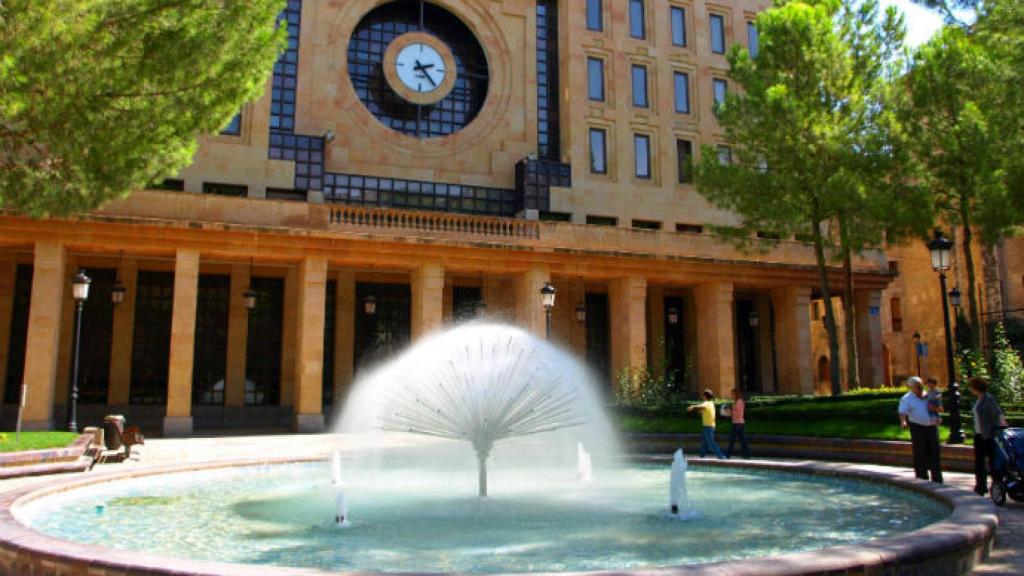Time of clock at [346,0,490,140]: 2:23
